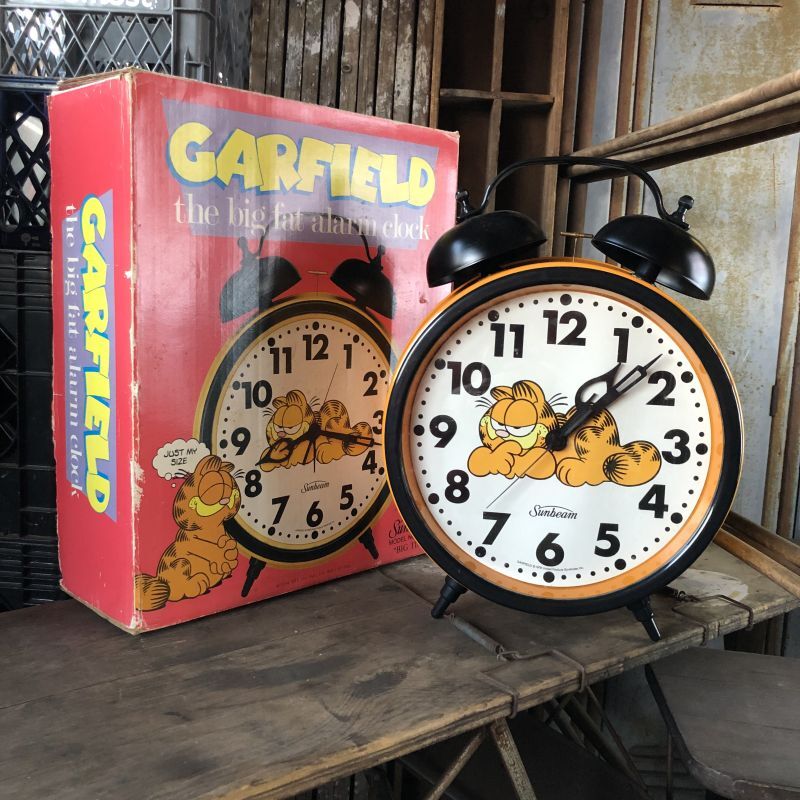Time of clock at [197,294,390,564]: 8:17
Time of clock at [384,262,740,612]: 1:07
